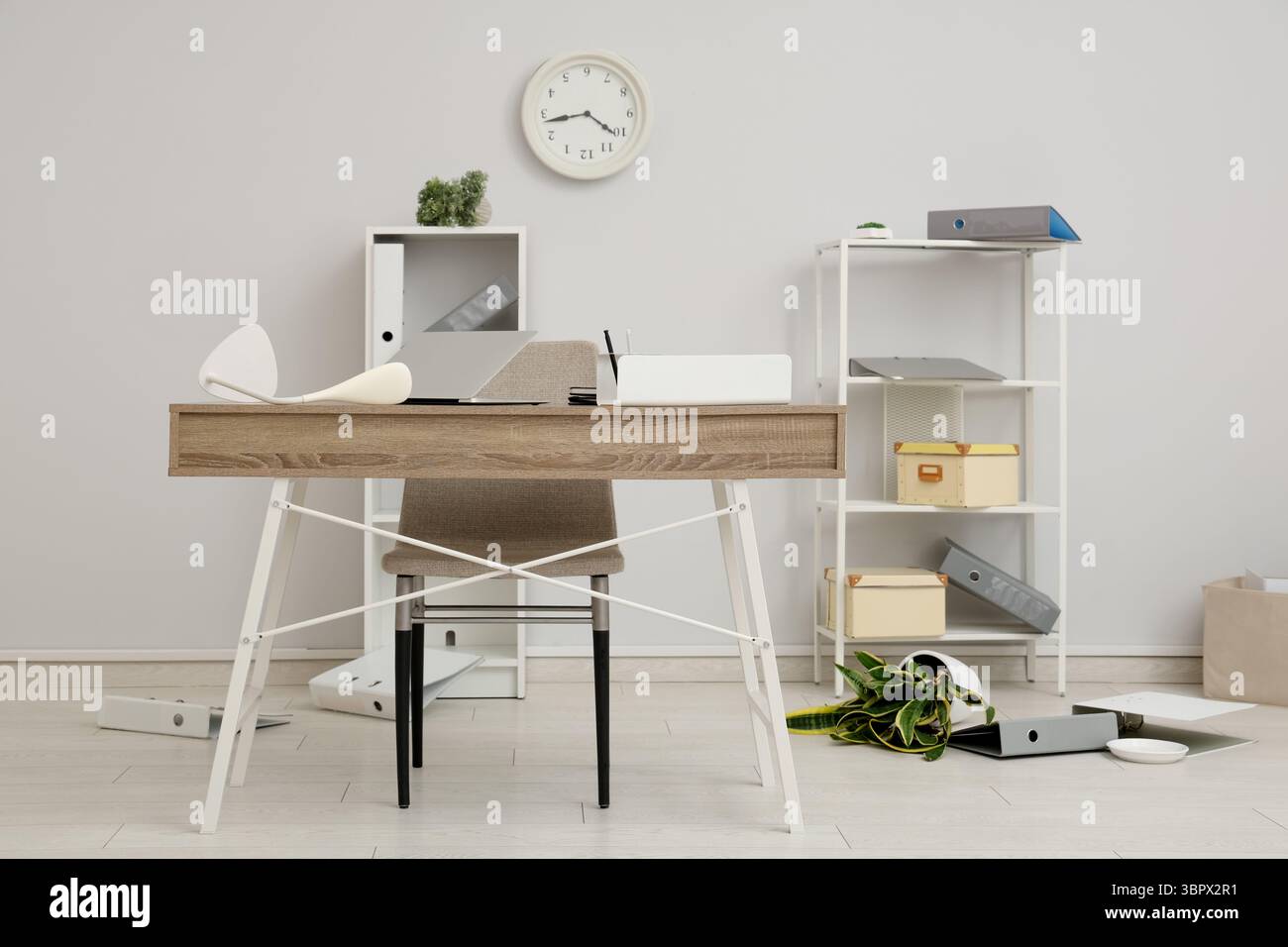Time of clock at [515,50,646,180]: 8:43
